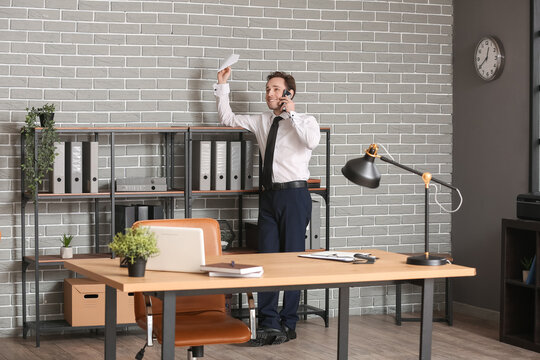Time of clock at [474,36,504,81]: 12:39
